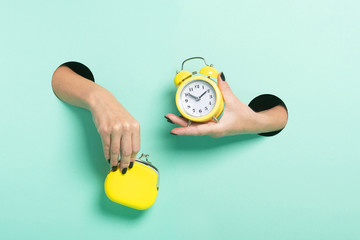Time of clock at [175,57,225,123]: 10:09
